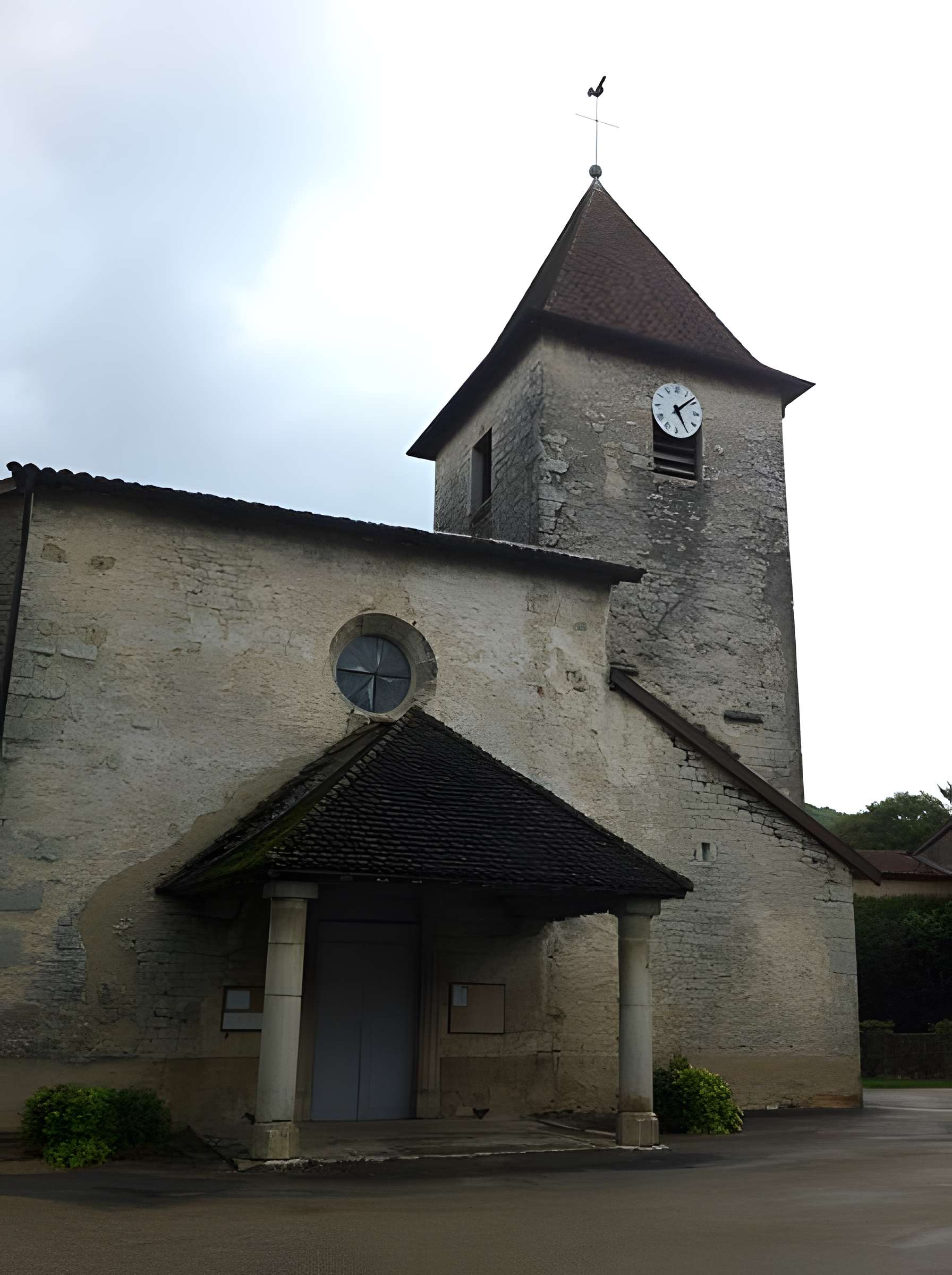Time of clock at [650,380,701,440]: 5:08
